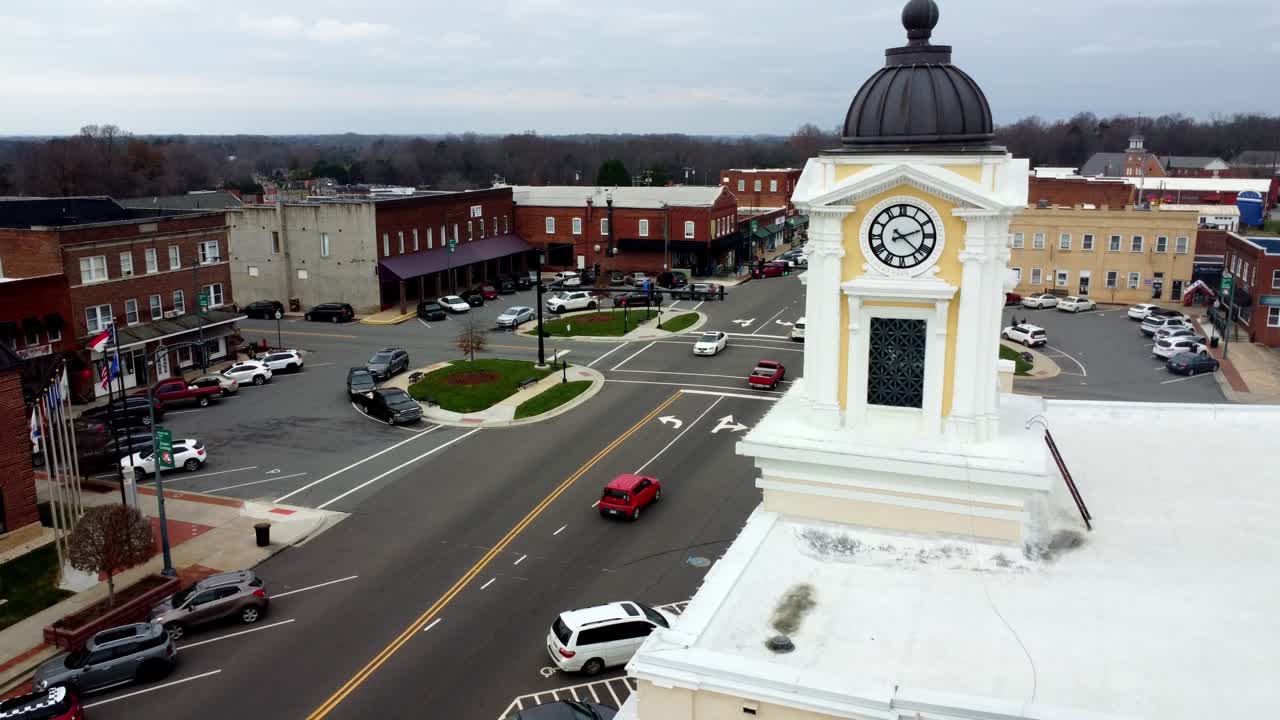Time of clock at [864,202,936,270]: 2:21
